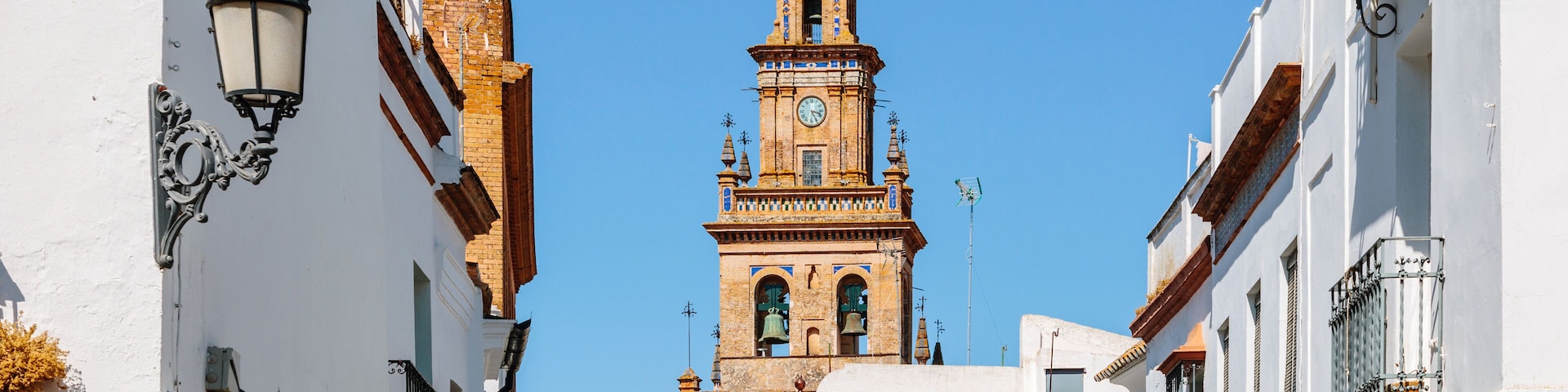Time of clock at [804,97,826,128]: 3:24
